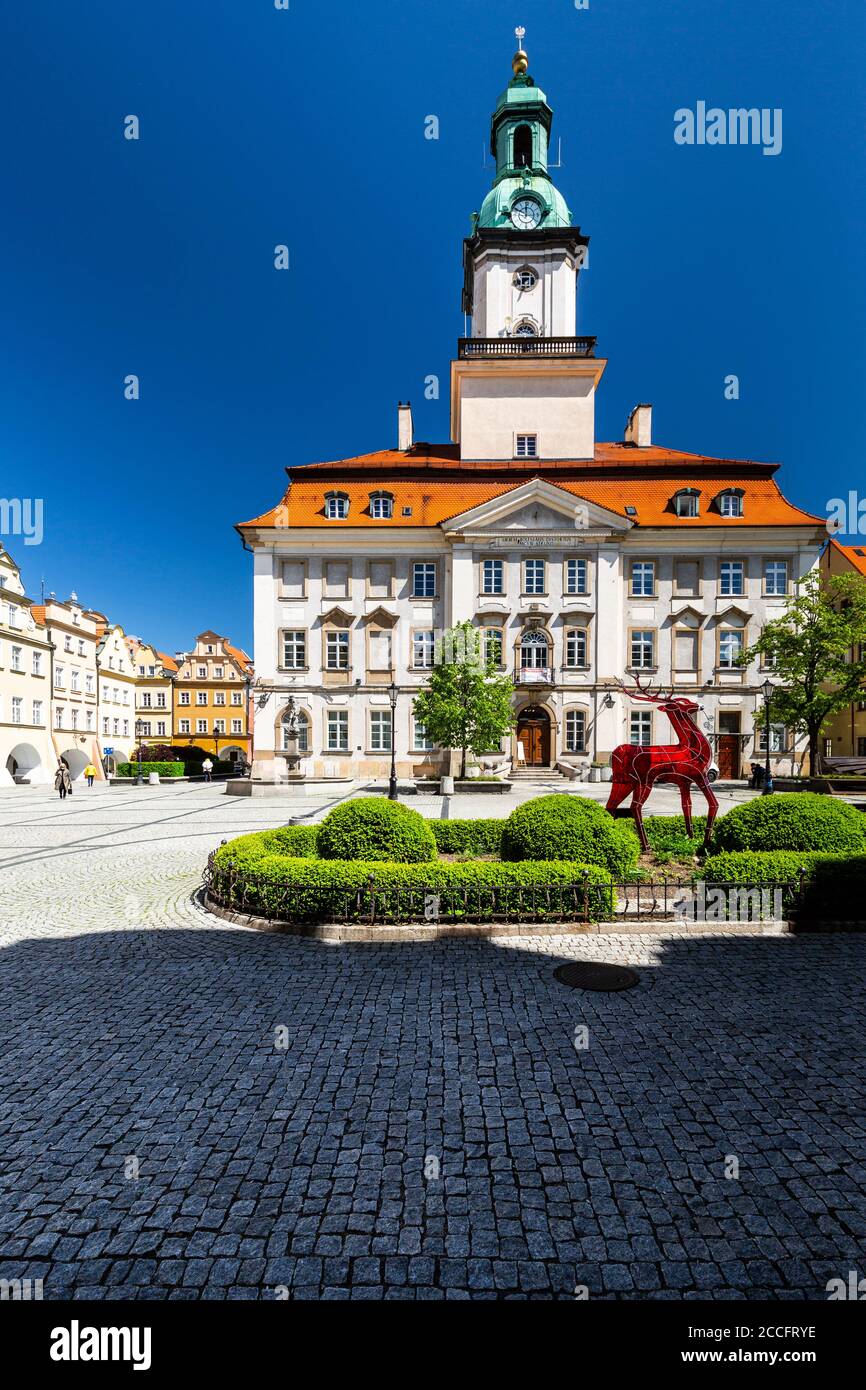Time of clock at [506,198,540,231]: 11:48
